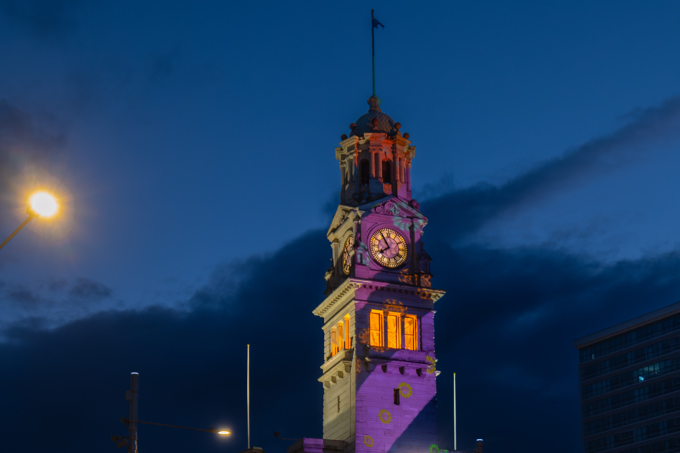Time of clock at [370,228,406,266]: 7:54
